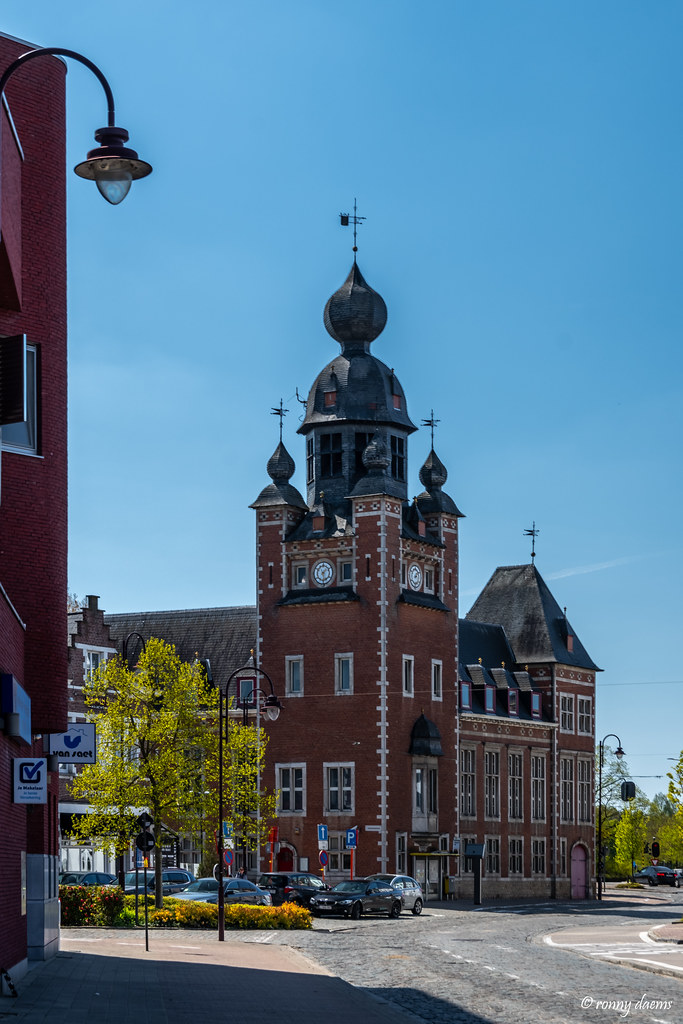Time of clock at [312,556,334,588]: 1:28
